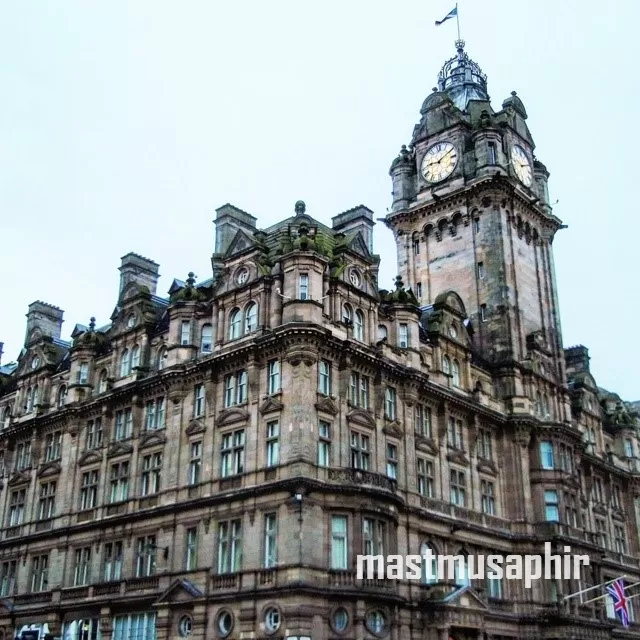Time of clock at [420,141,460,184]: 9:10
